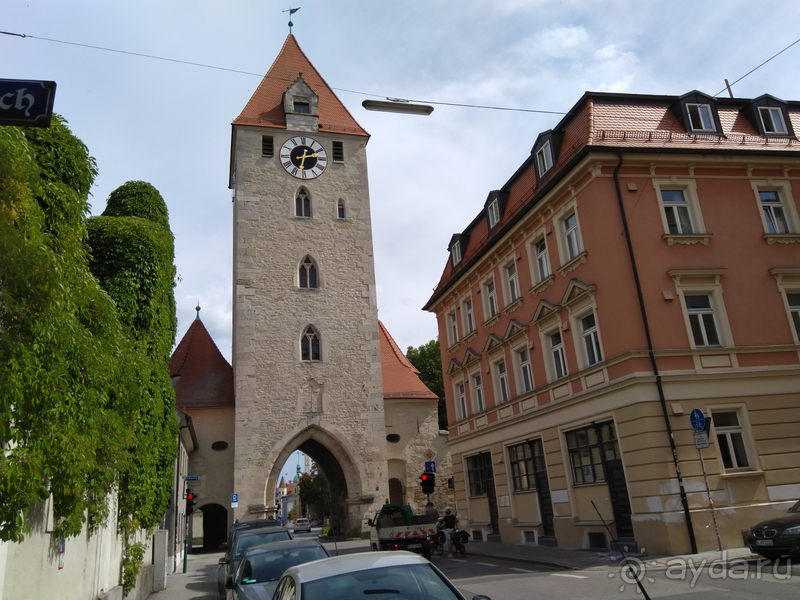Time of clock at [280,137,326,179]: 2:32
